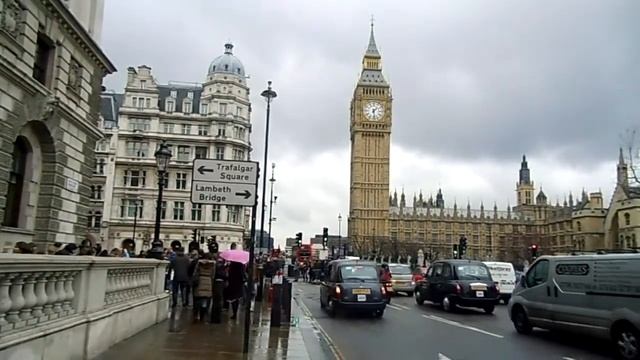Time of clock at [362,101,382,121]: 1:28
